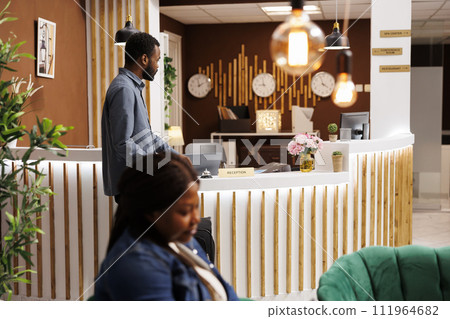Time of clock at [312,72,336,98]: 3:56
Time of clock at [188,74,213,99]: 1:57
